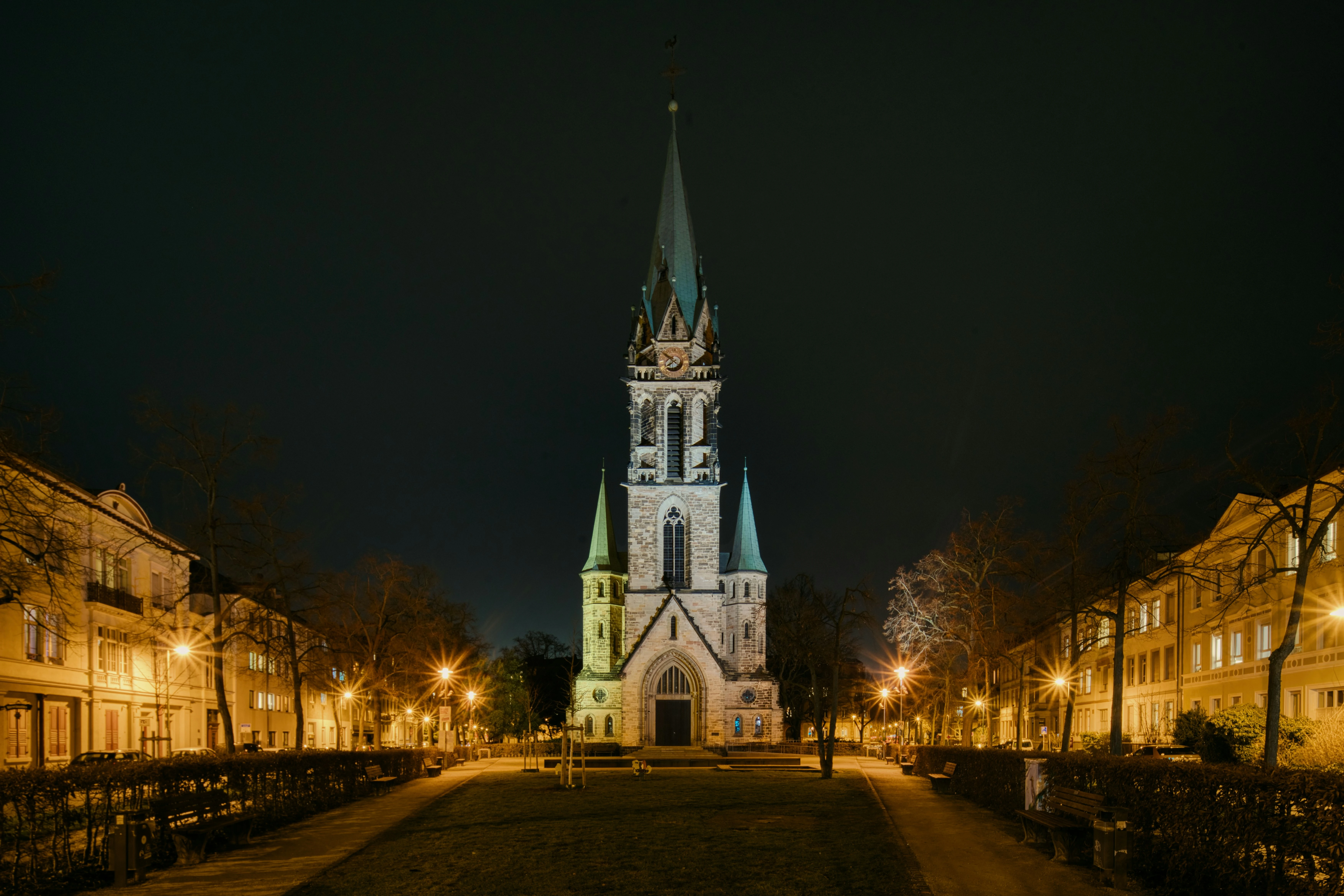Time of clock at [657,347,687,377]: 7:51
